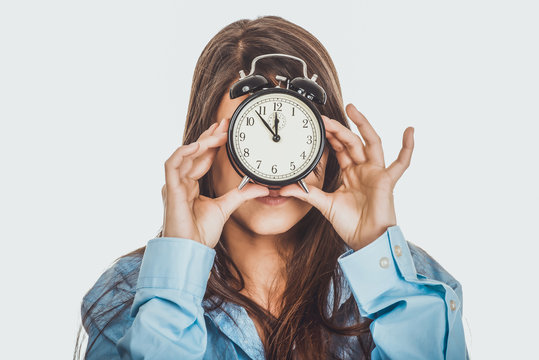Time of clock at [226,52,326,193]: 11:53
